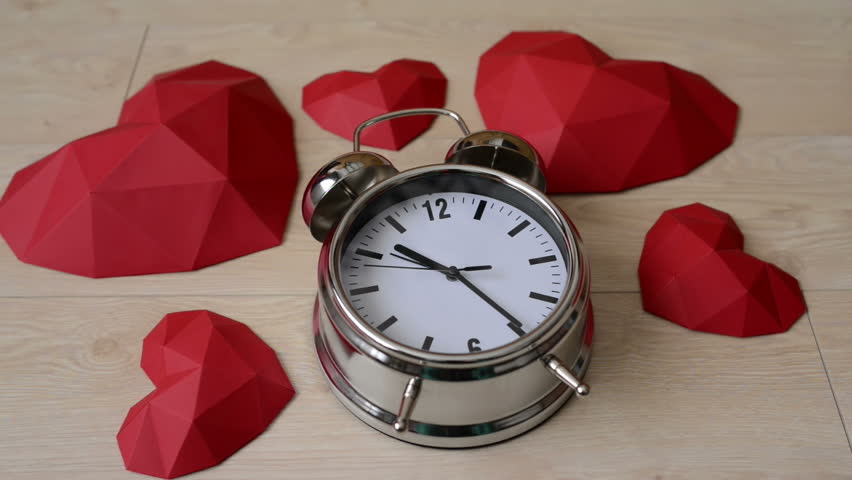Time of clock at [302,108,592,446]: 10:24
